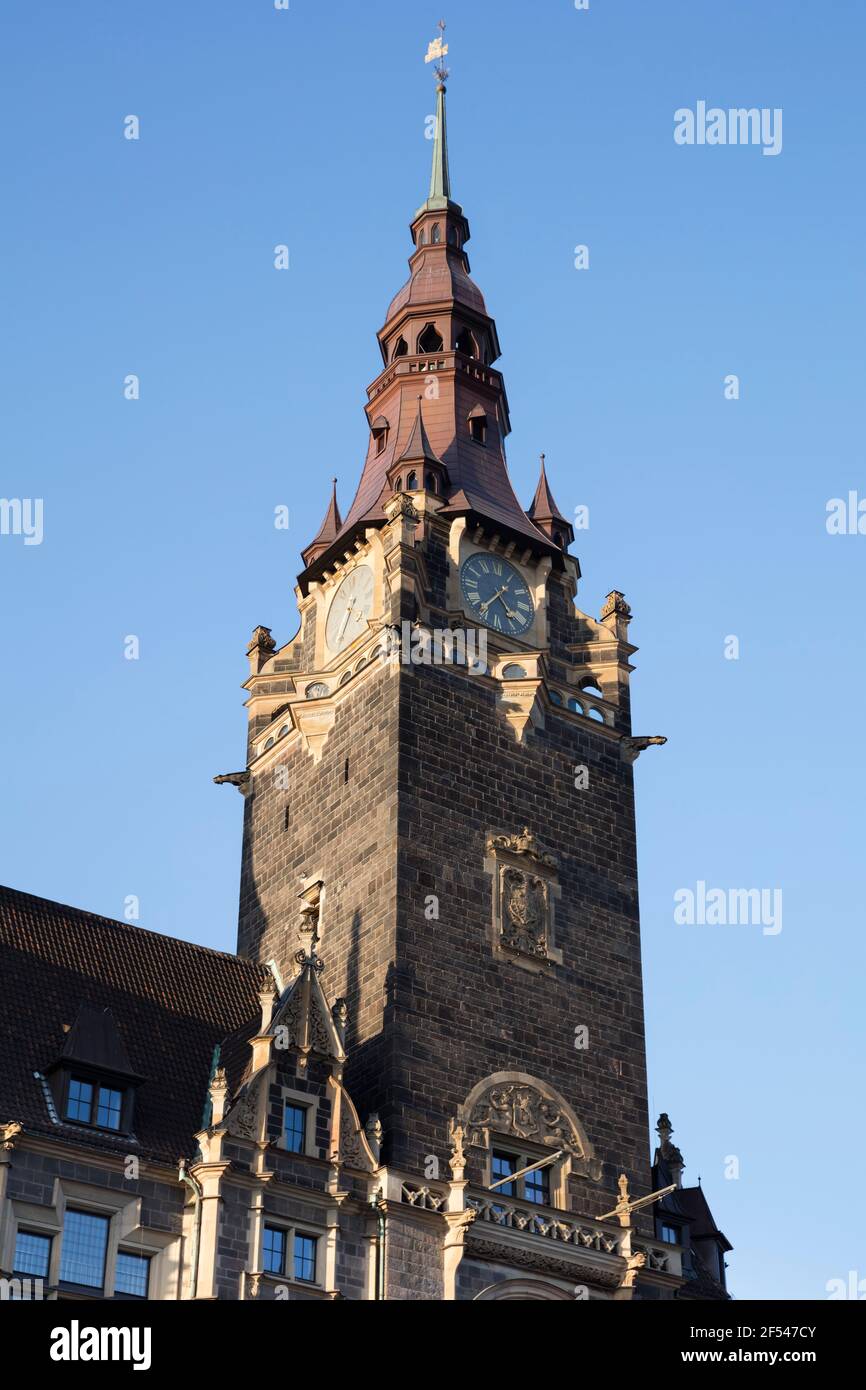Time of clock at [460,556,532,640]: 4:36
